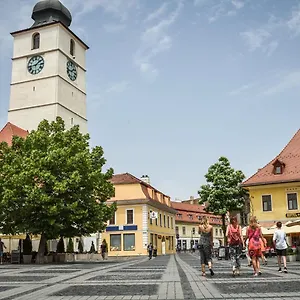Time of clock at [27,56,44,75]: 1:43
